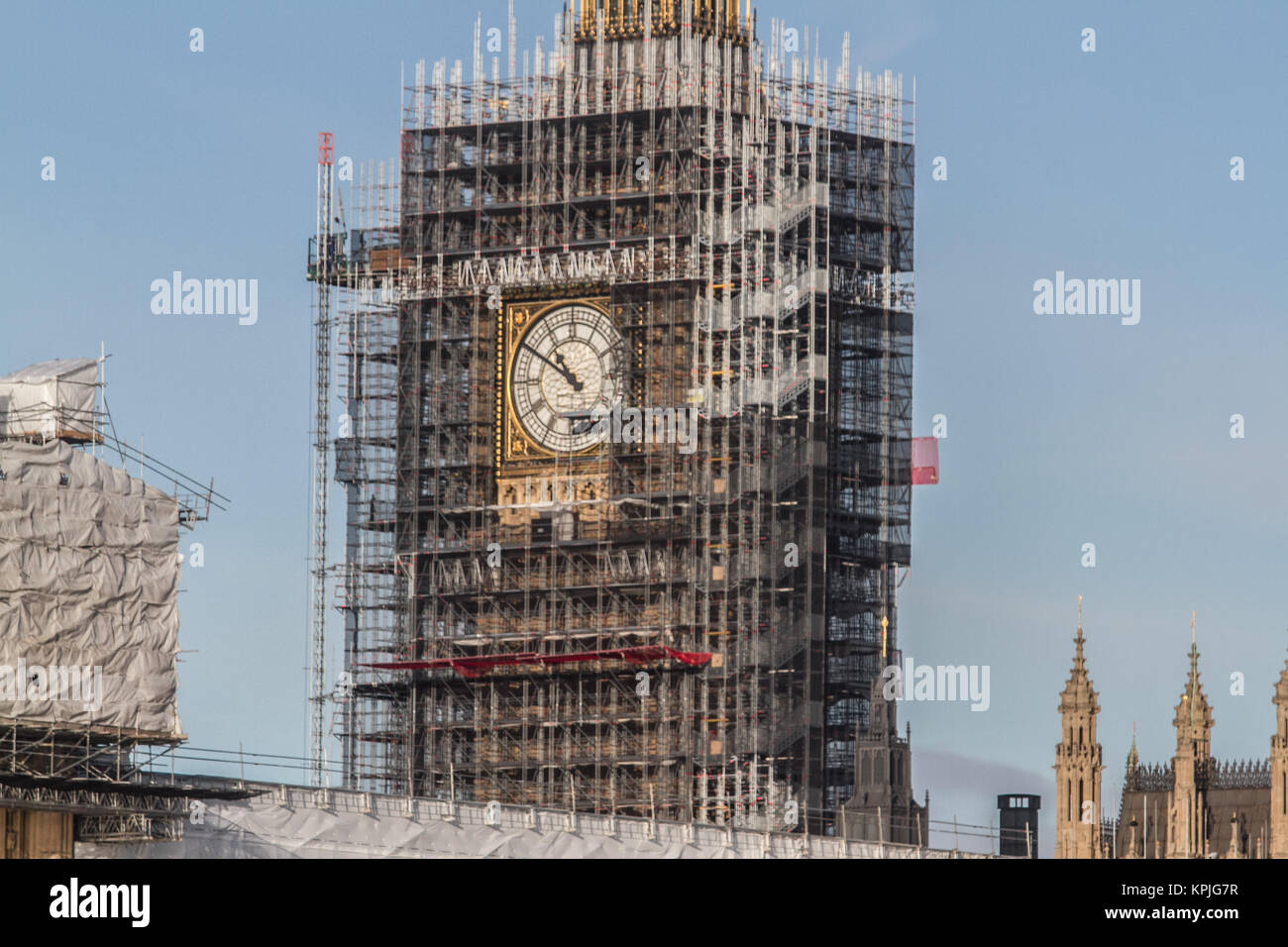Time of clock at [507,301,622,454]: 10:50
